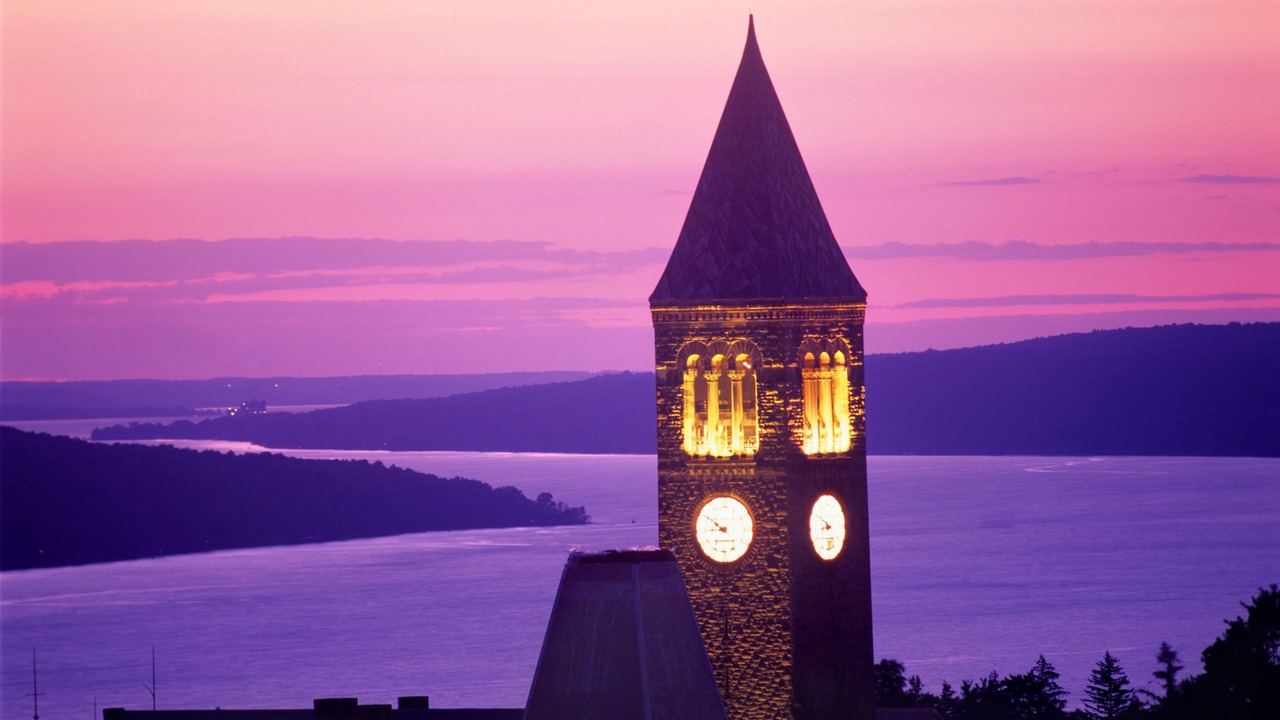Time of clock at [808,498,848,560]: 8:50
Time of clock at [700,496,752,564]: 8:50
